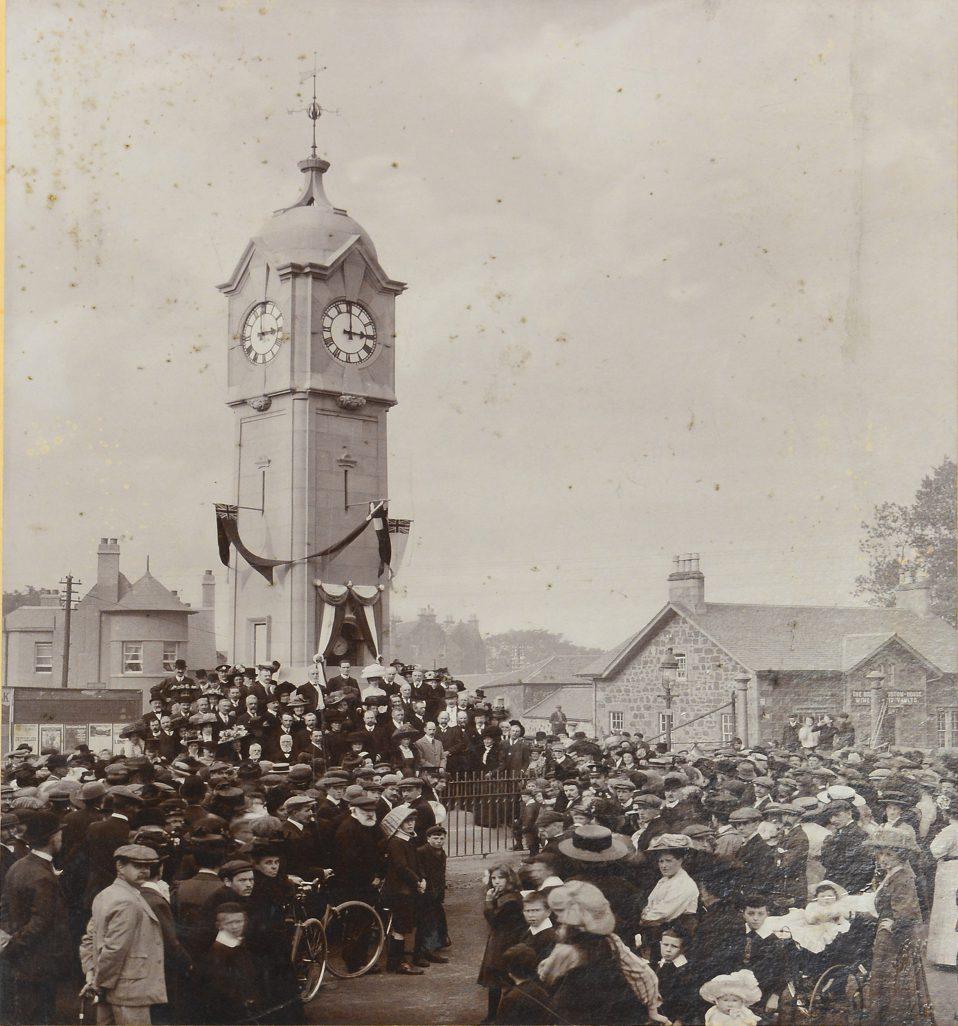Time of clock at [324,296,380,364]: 3:00
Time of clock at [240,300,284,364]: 2:59
